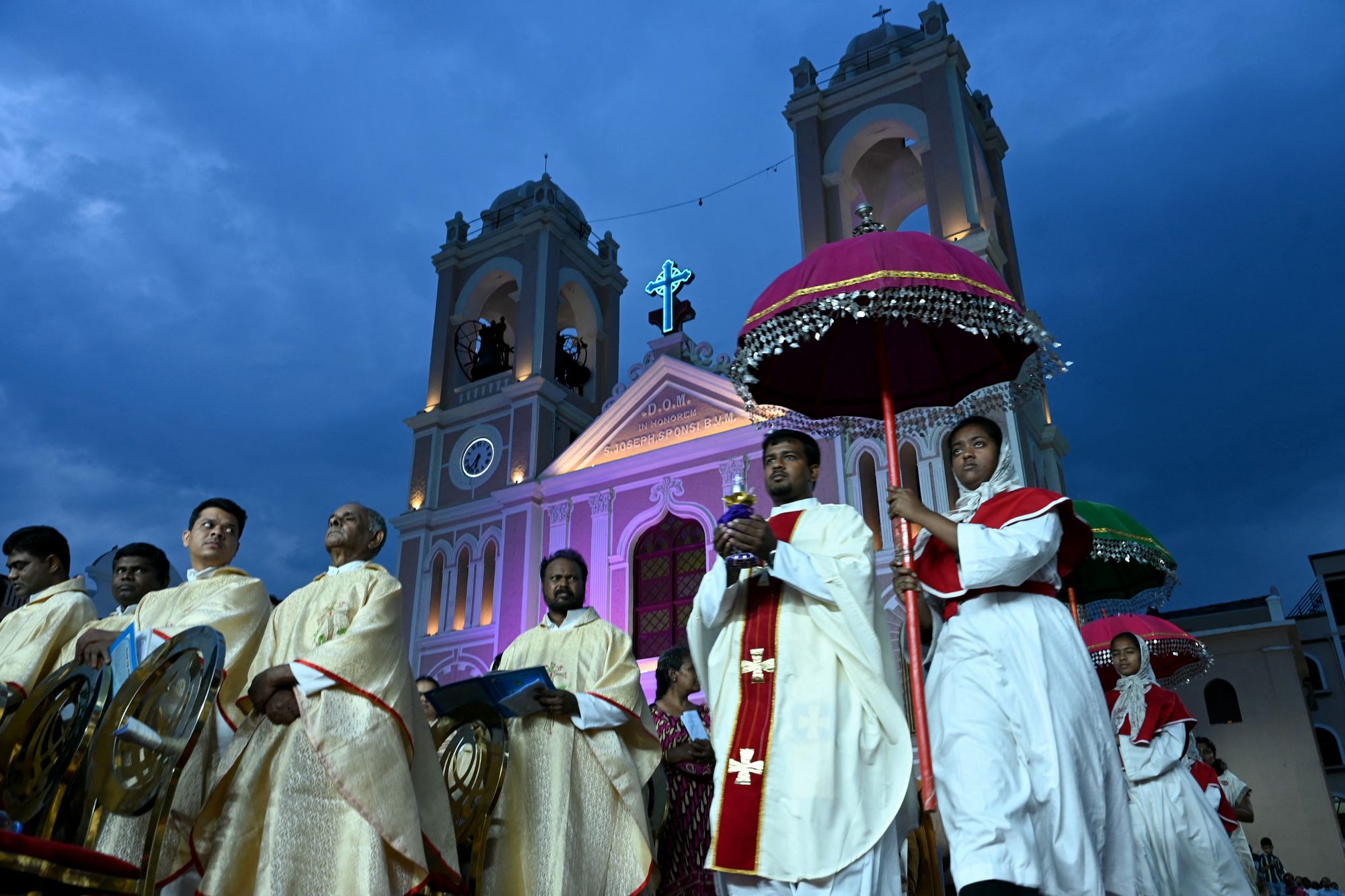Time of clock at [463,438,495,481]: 6:37
